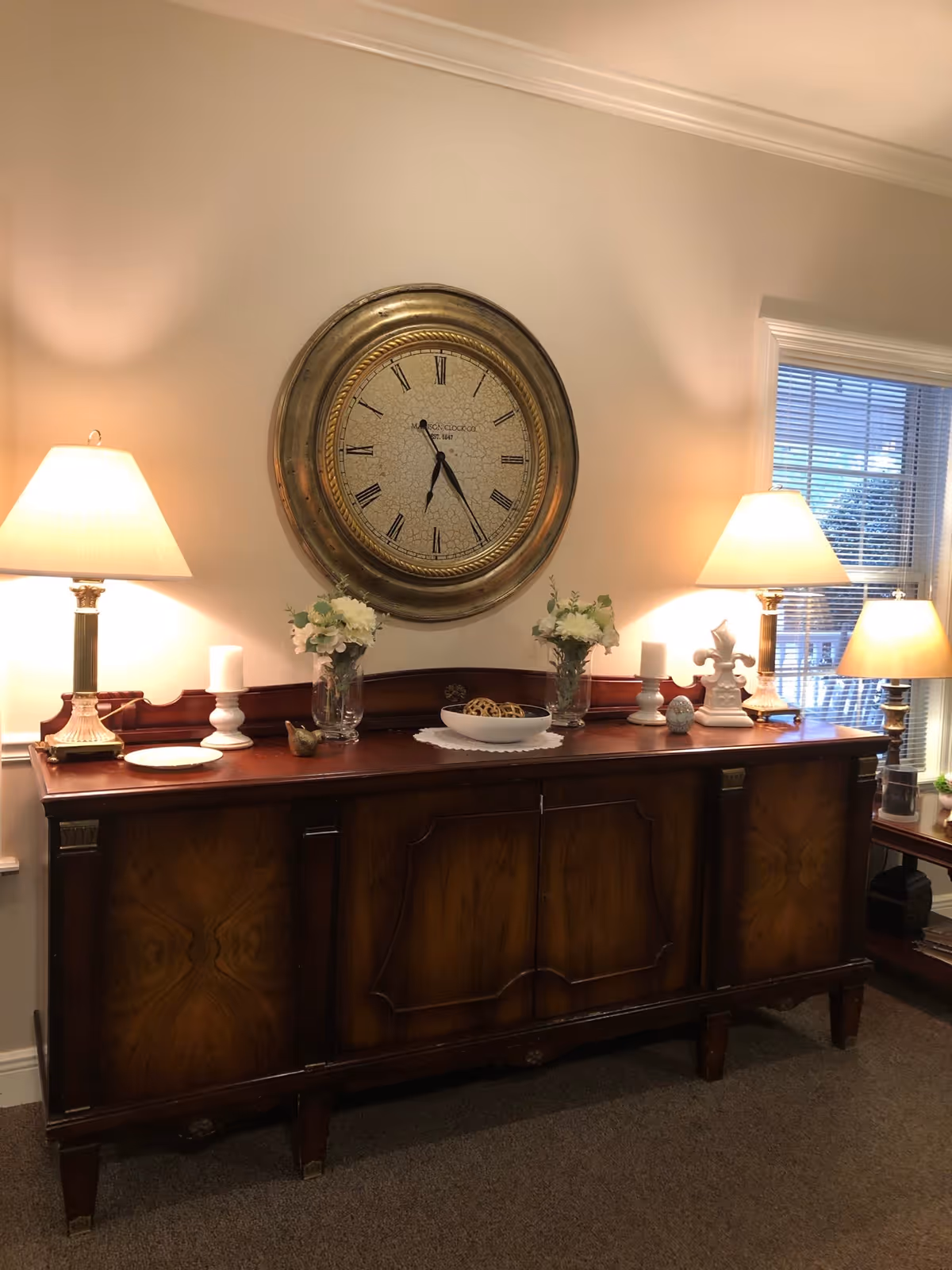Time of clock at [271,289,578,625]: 6:24
